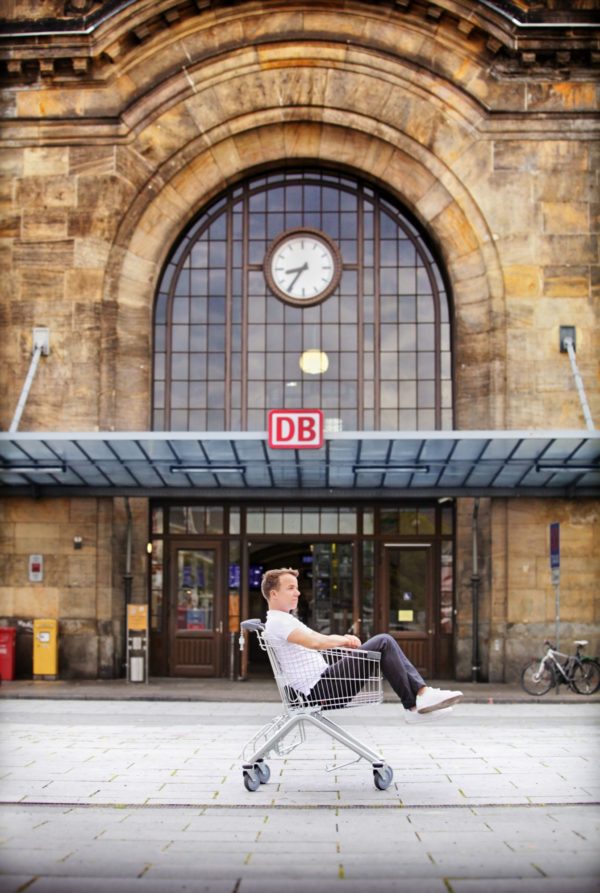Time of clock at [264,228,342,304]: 8:35
